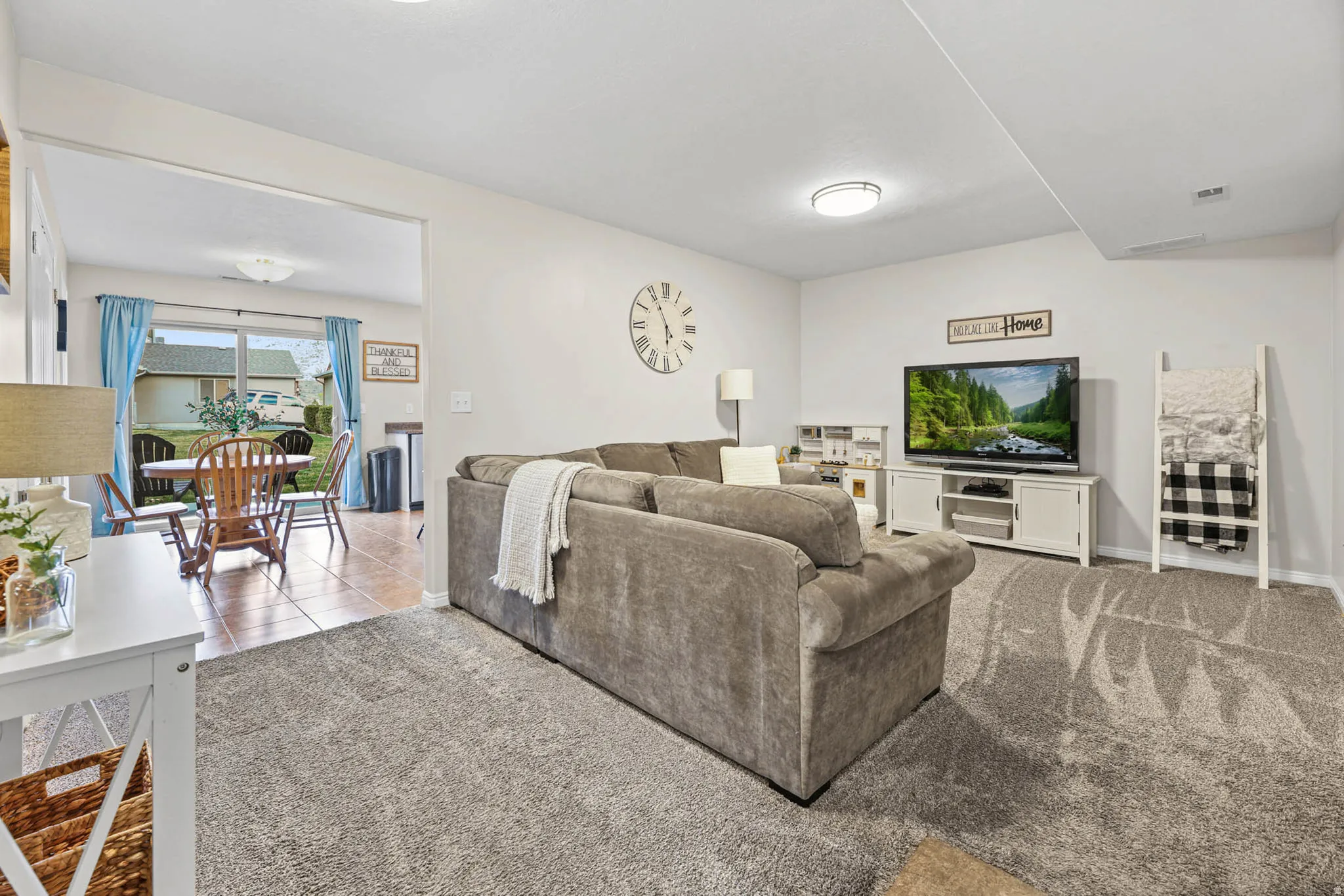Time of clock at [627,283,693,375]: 5:55
